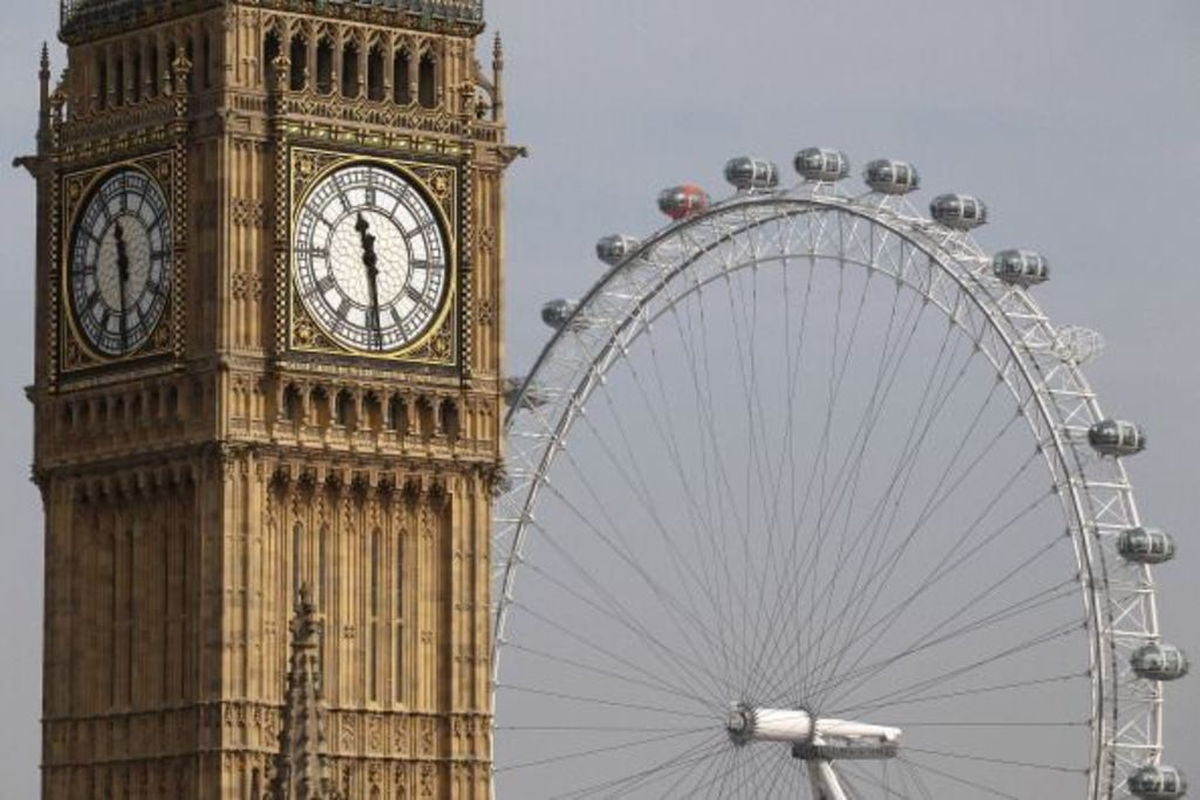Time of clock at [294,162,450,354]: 11:28
